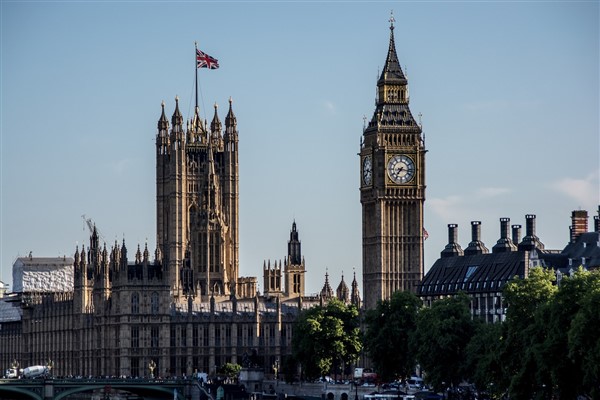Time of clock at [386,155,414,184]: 7:16
